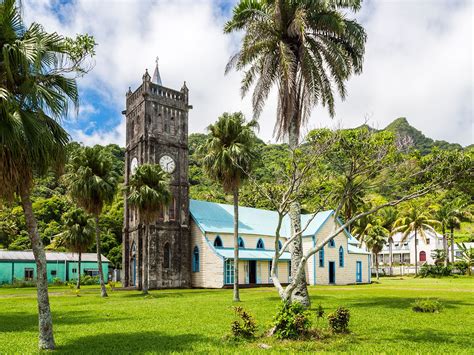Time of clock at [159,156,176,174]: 6:10
